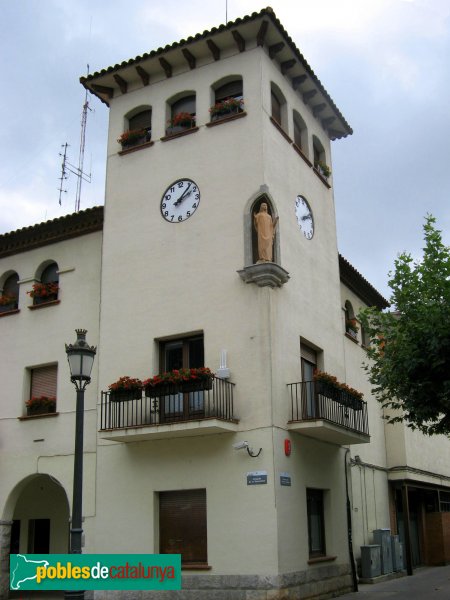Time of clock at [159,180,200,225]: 2:06
